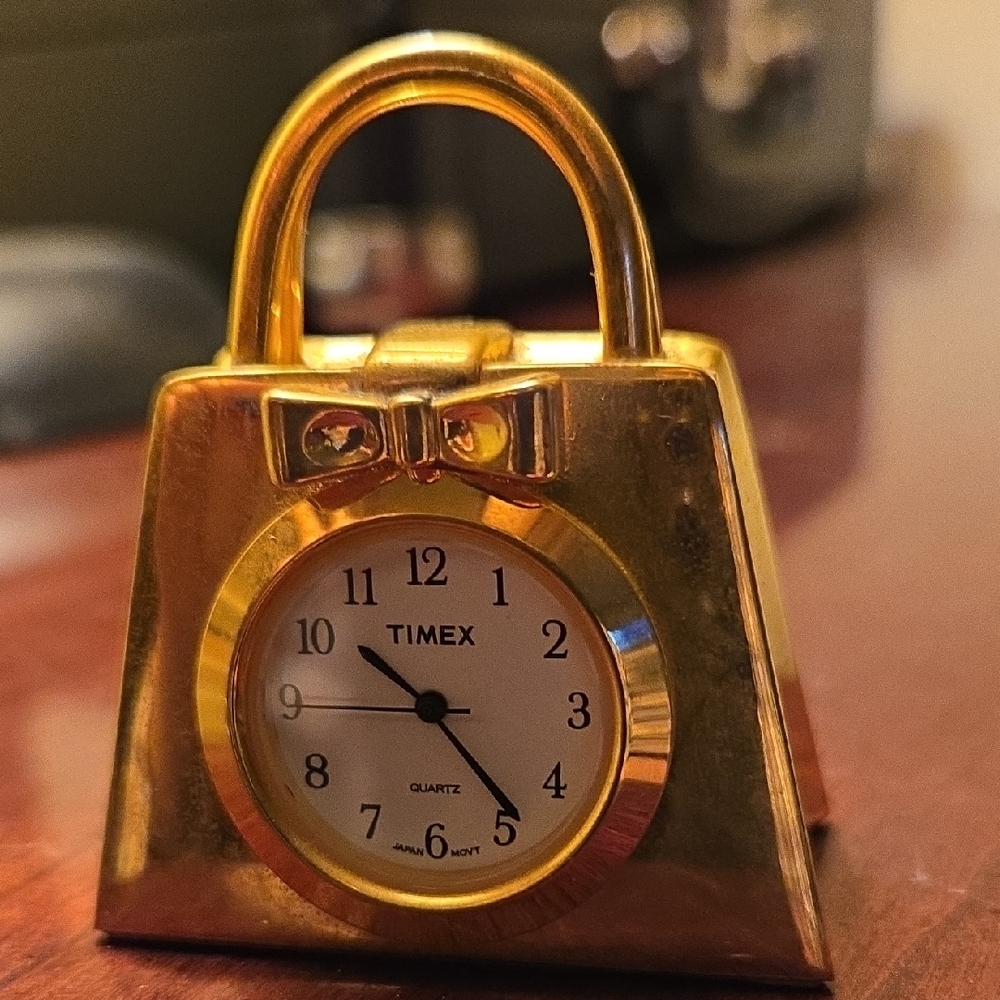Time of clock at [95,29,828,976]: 10:23
